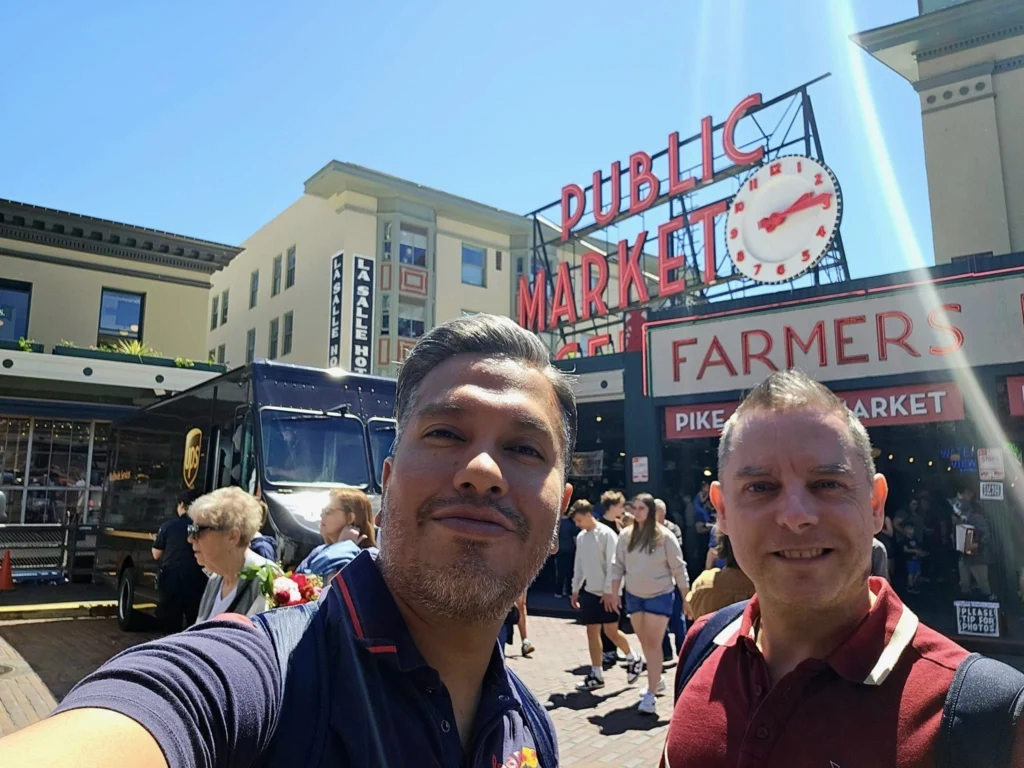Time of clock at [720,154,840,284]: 2:14
